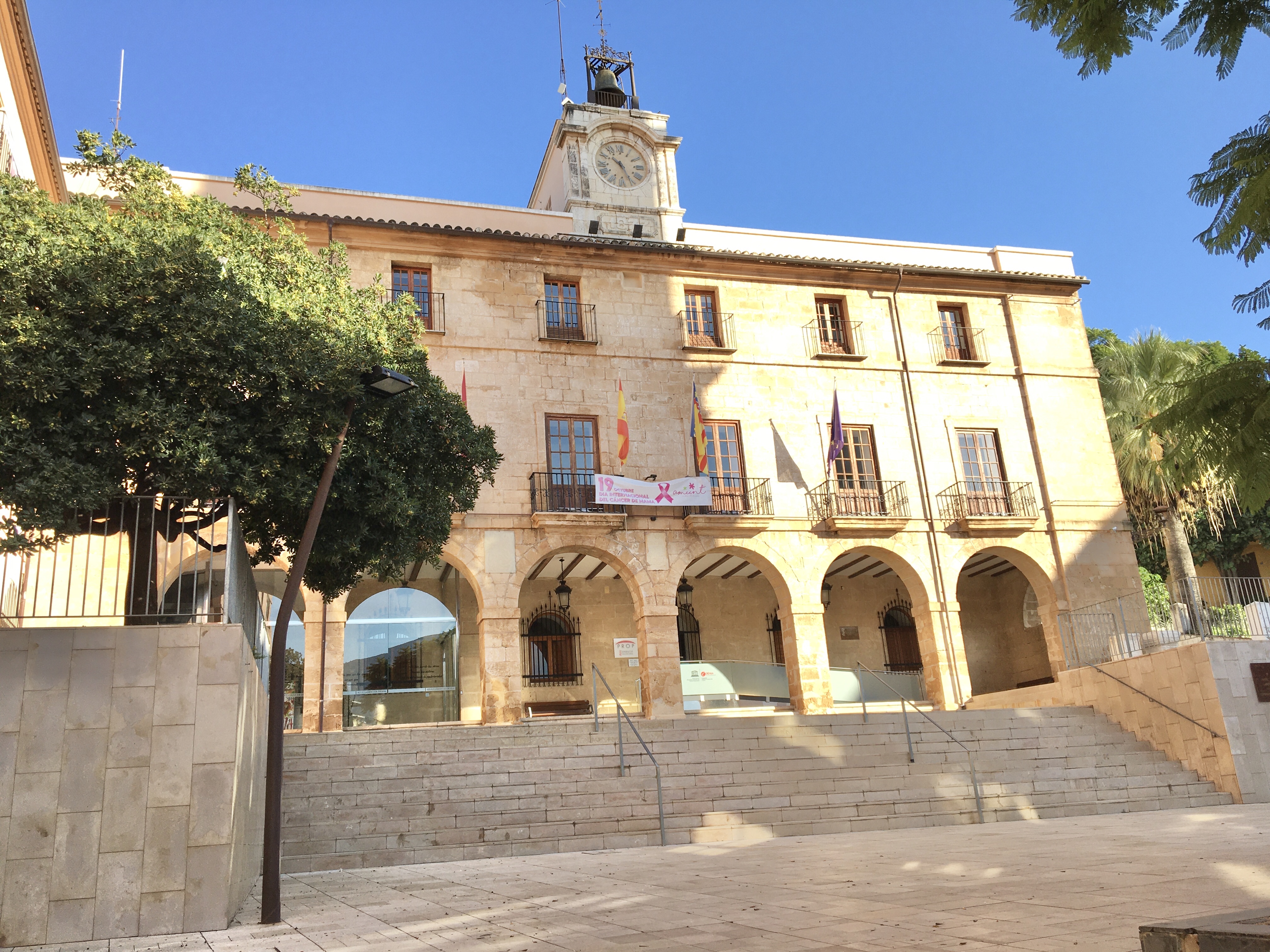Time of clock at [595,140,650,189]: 10:25
